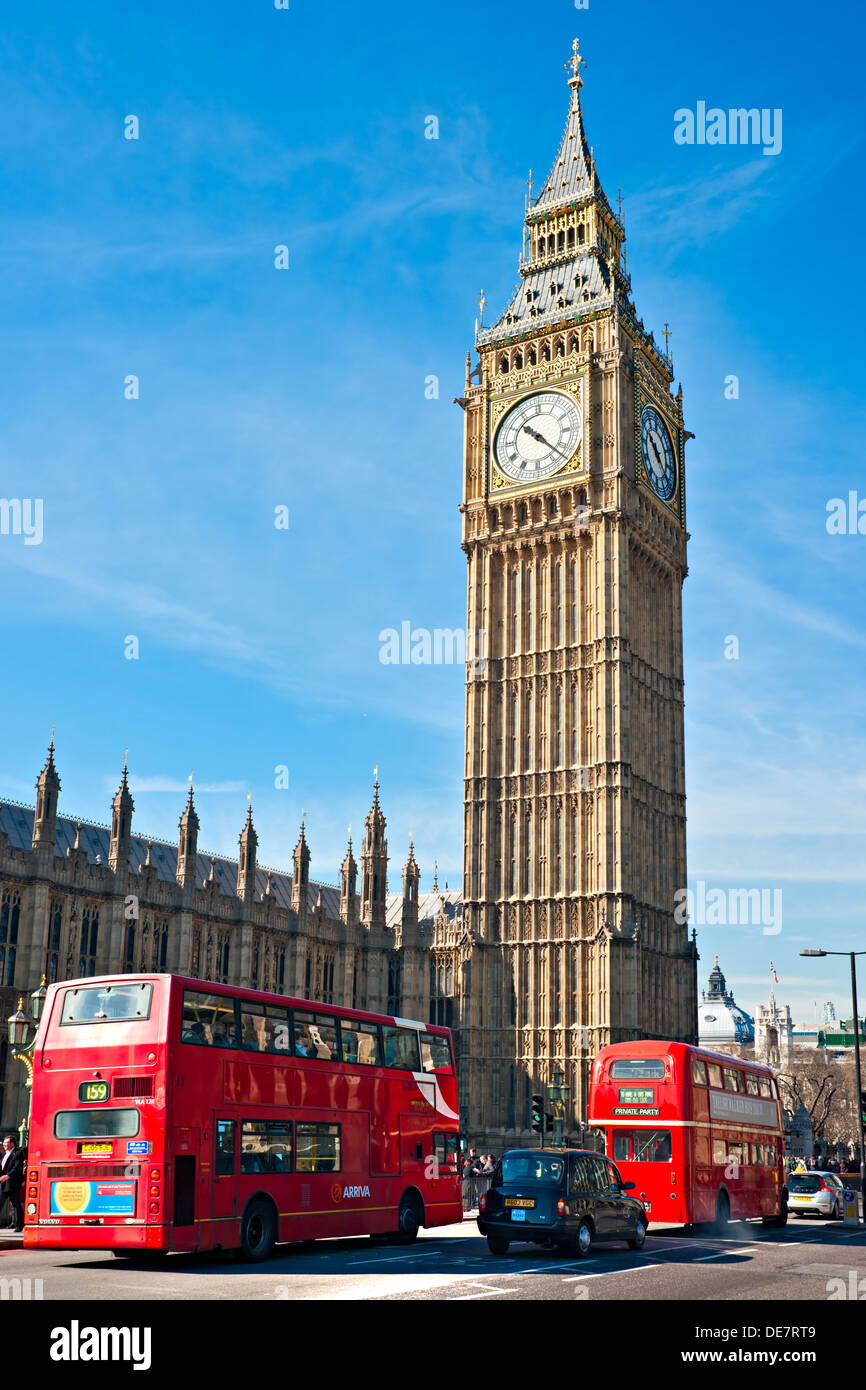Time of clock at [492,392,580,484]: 10:22
